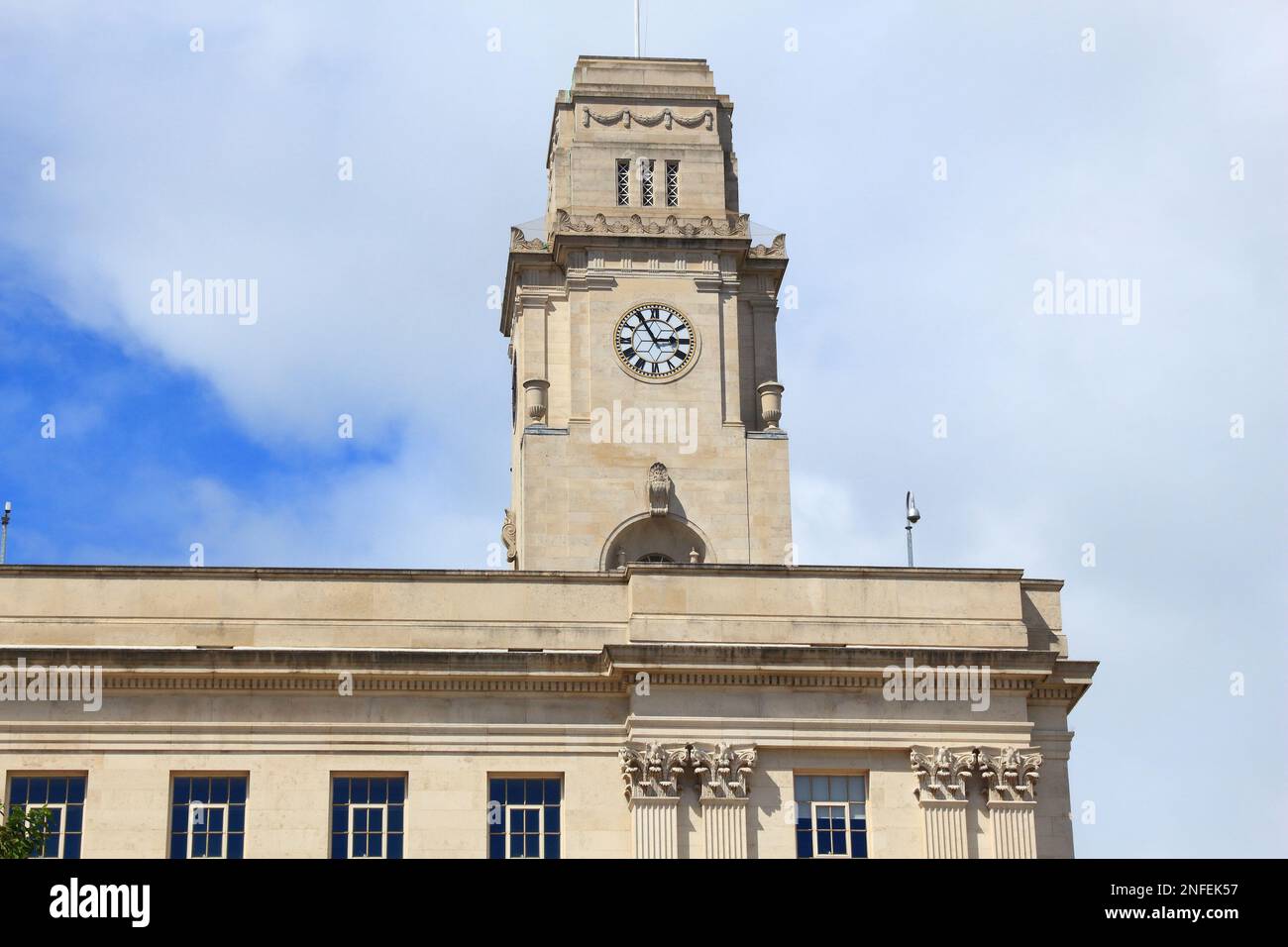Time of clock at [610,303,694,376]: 2:54
